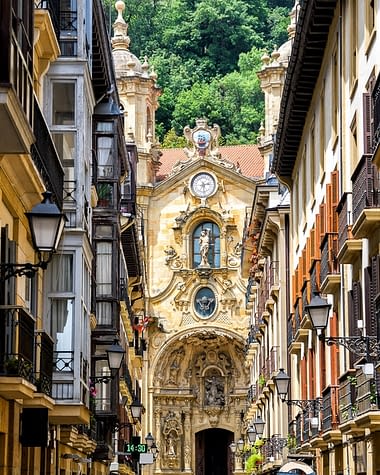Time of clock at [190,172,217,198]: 2:27
